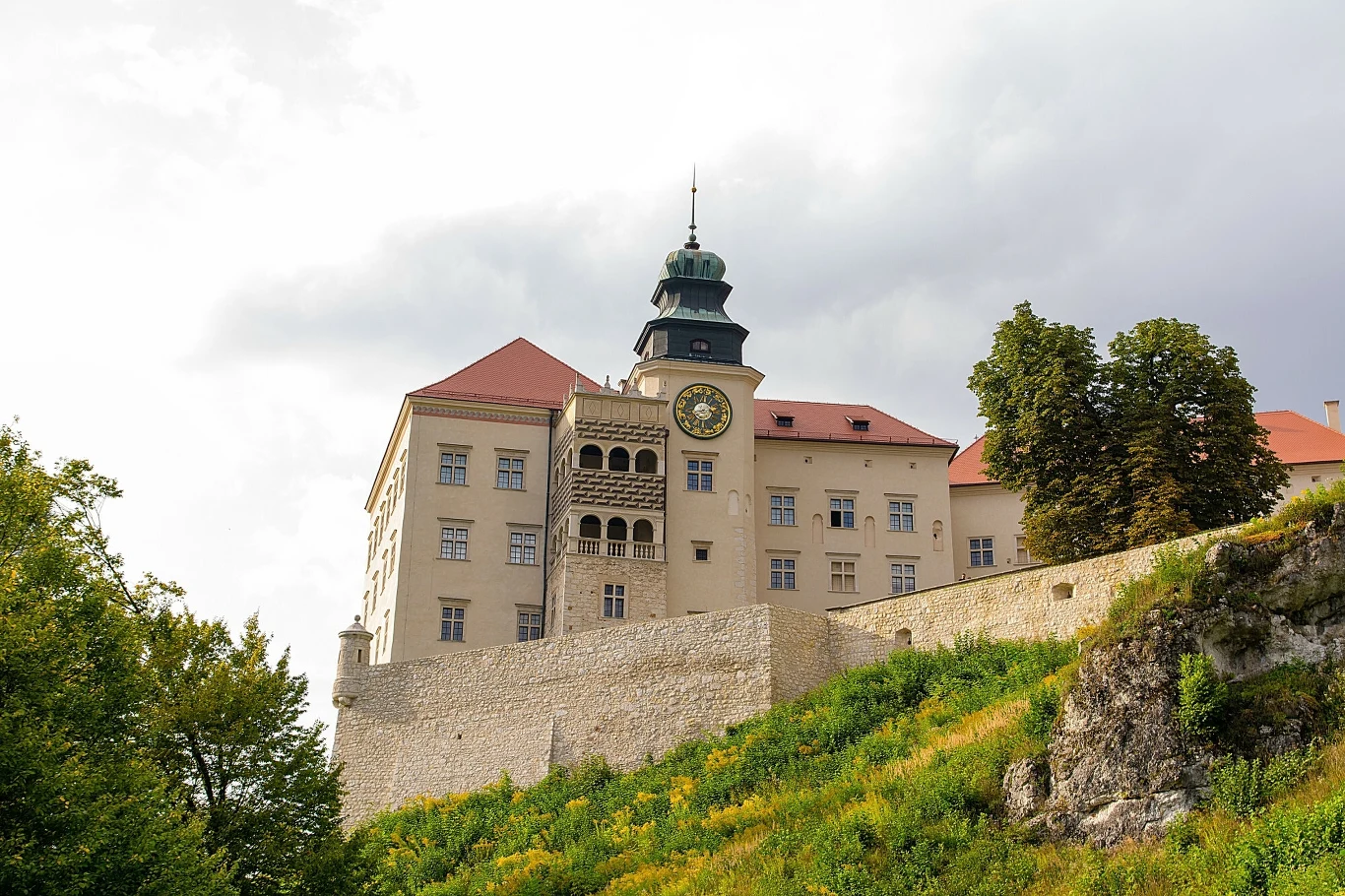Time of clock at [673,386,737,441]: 8:36
